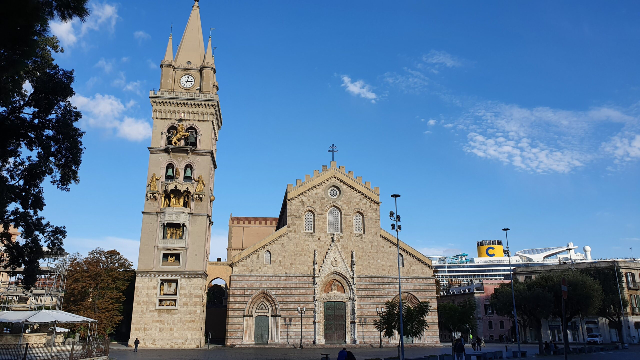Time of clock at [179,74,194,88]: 3:02
